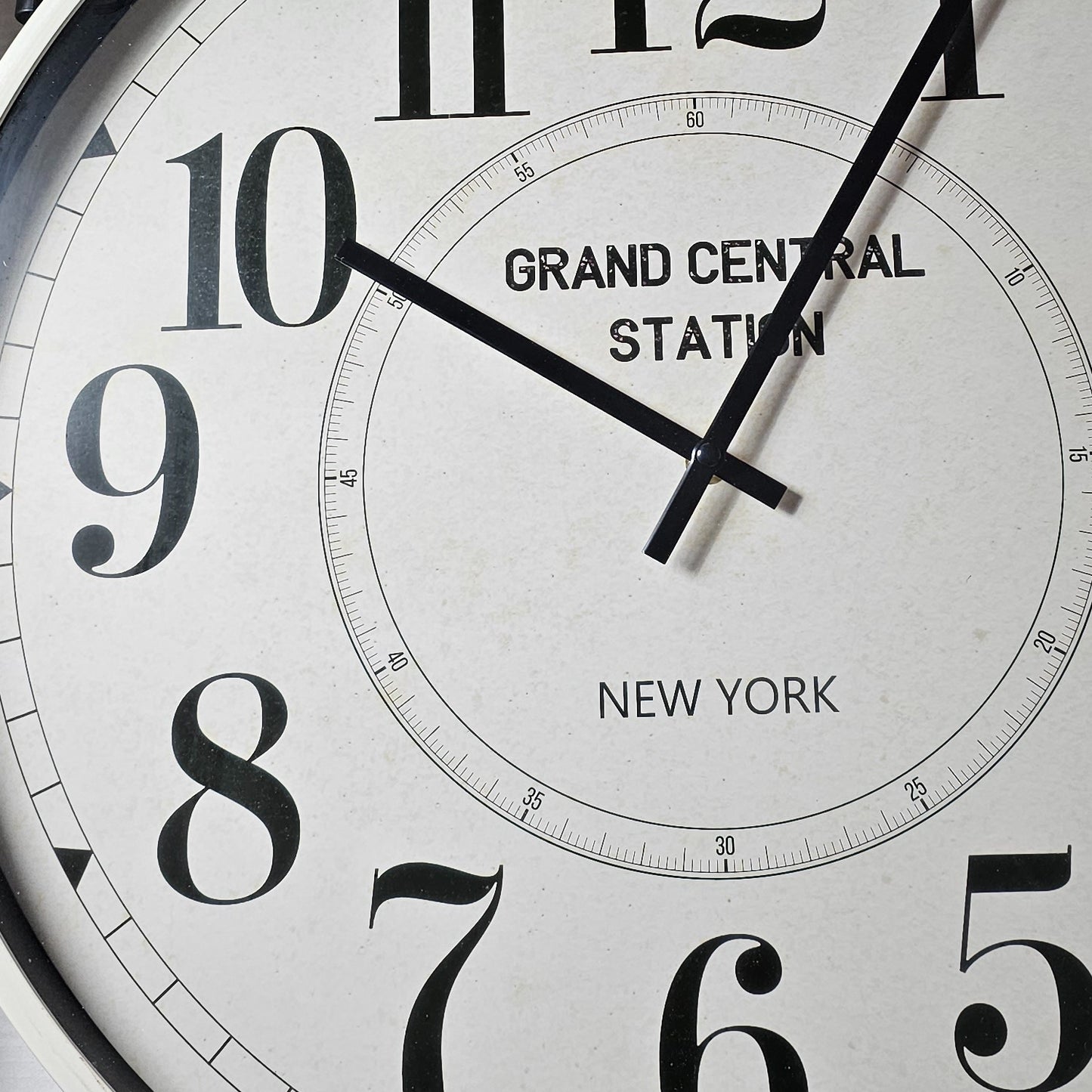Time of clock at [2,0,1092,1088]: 10:05
